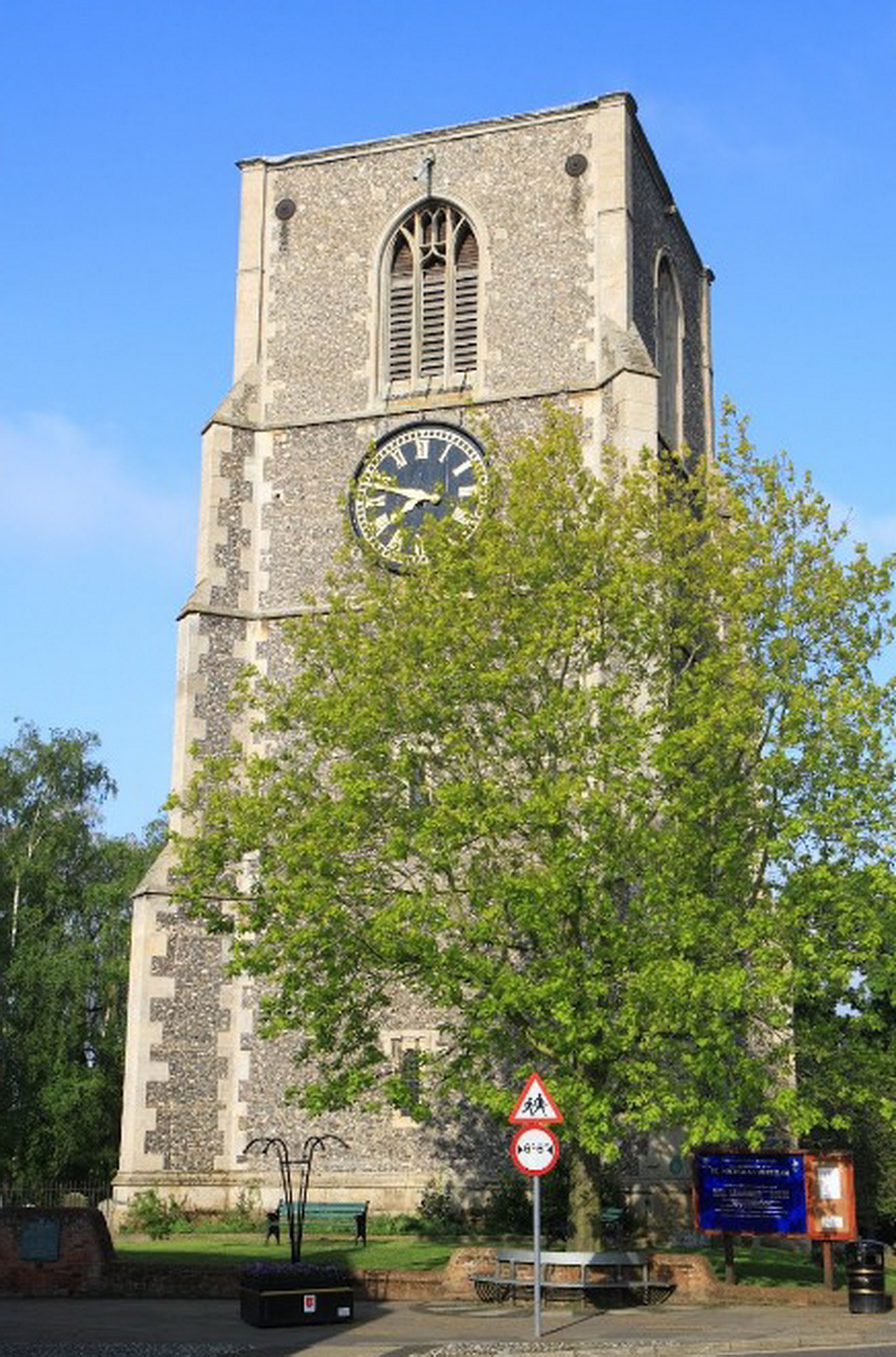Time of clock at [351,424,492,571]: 7:47
